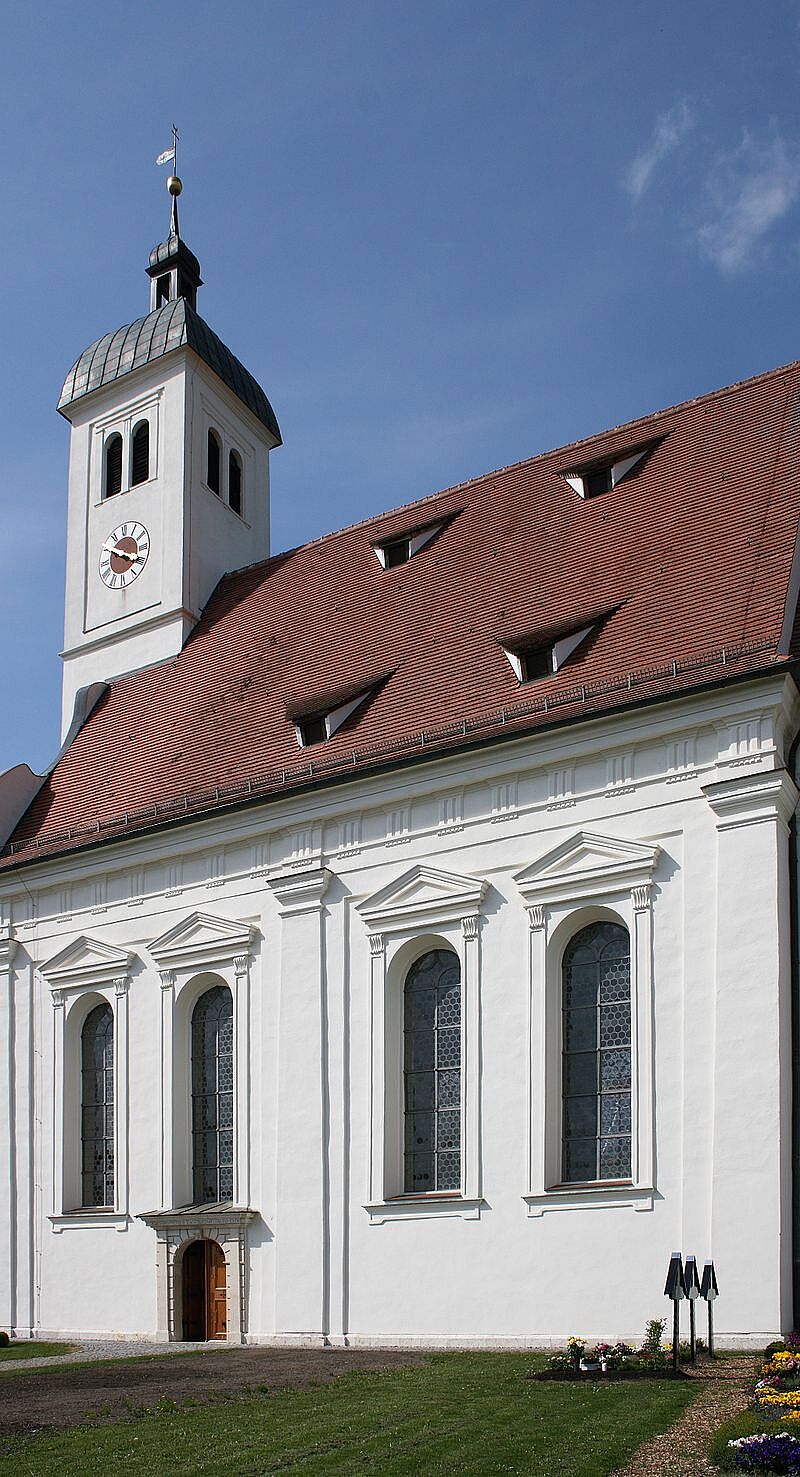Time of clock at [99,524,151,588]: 3:50
